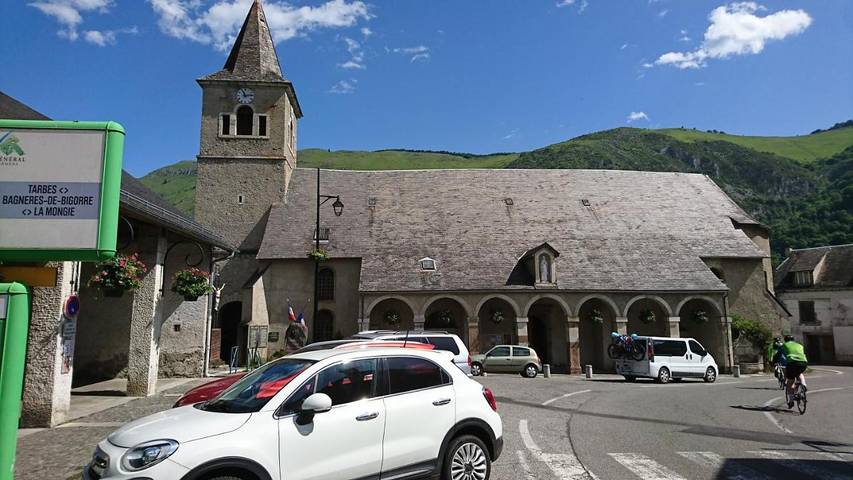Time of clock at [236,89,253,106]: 11:13
